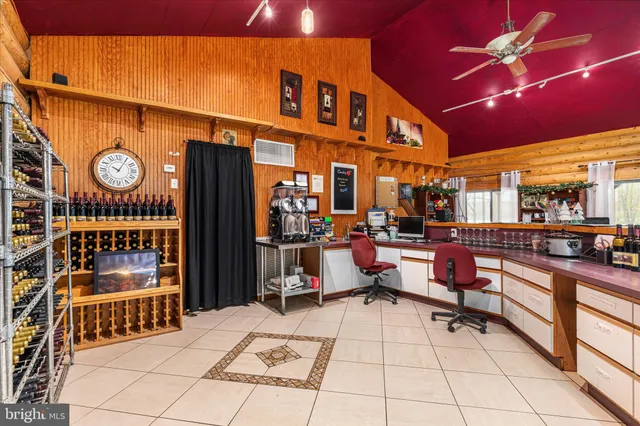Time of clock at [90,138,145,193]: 10:05
